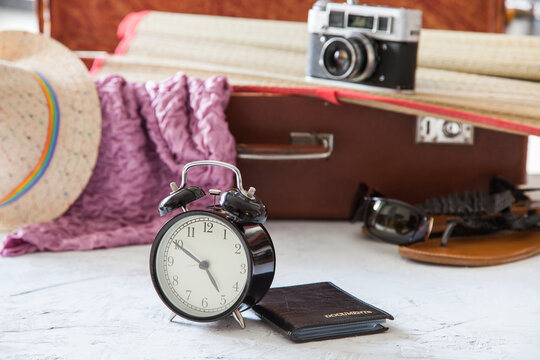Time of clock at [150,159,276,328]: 4:50
